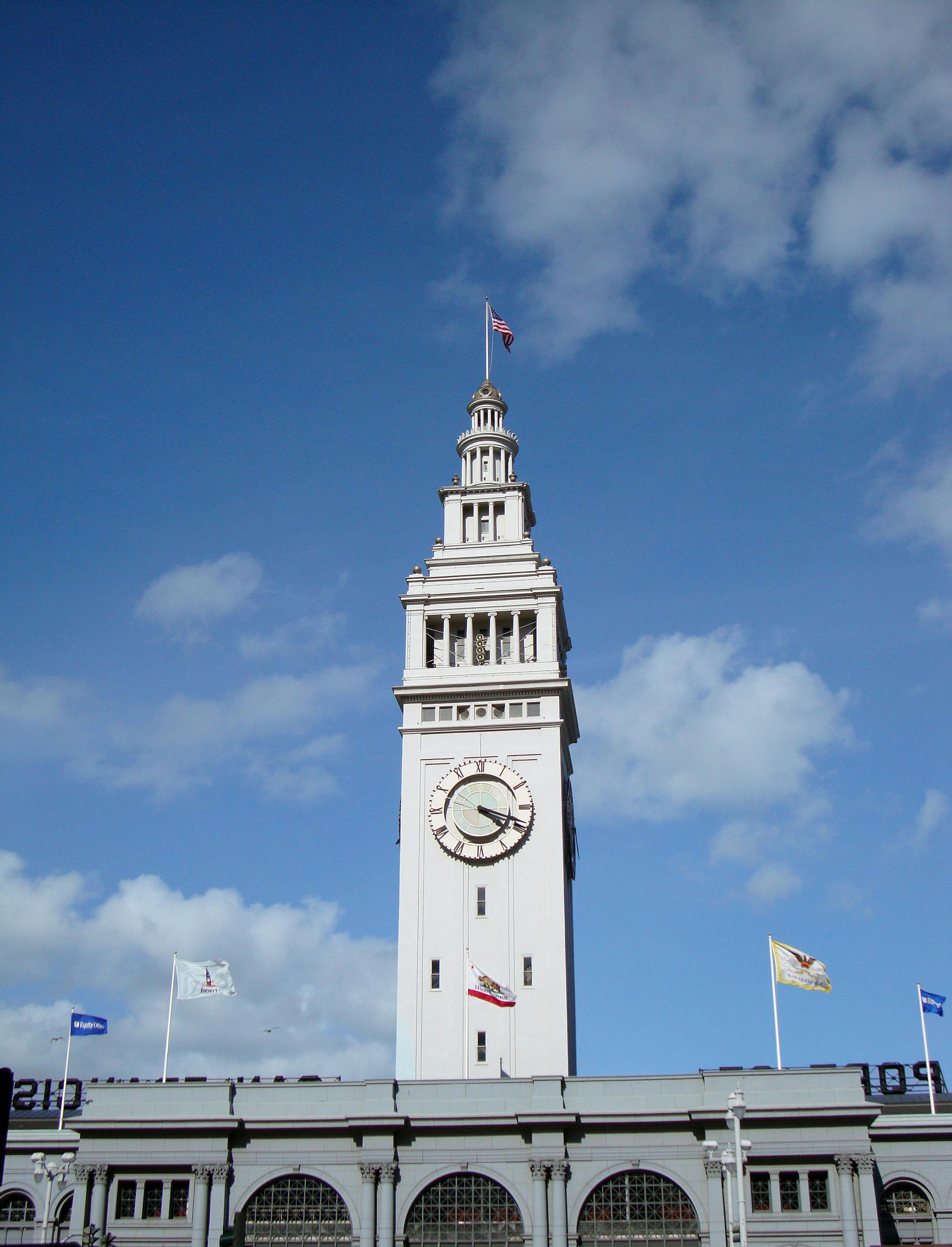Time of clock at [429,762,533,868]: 4:18
